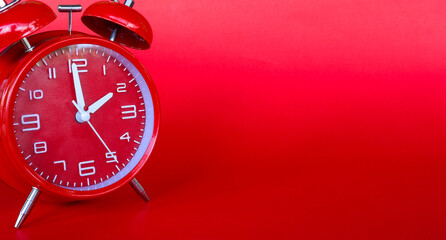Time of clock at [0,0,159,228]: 1:59
